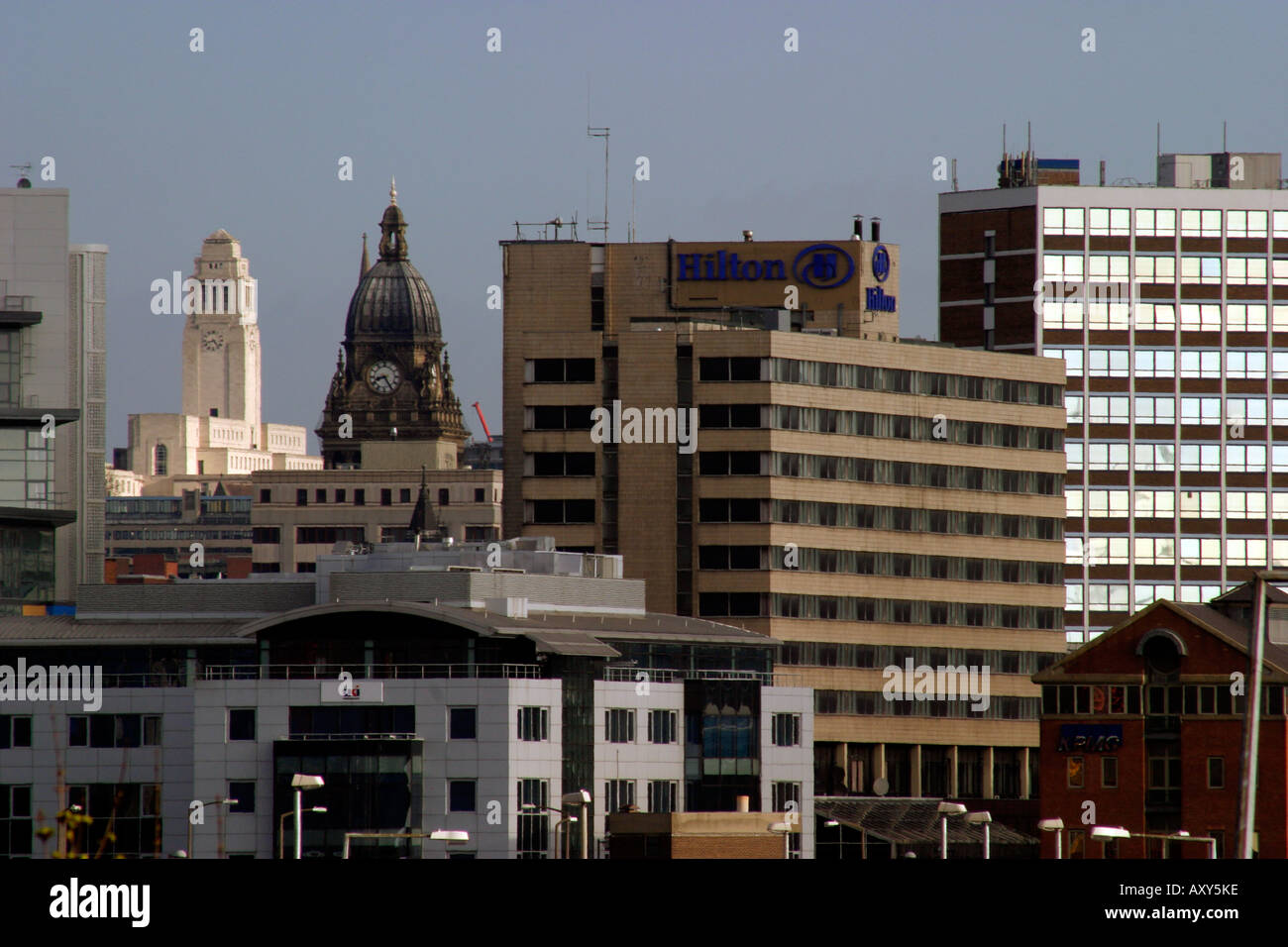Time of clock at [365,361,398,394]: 8:25
